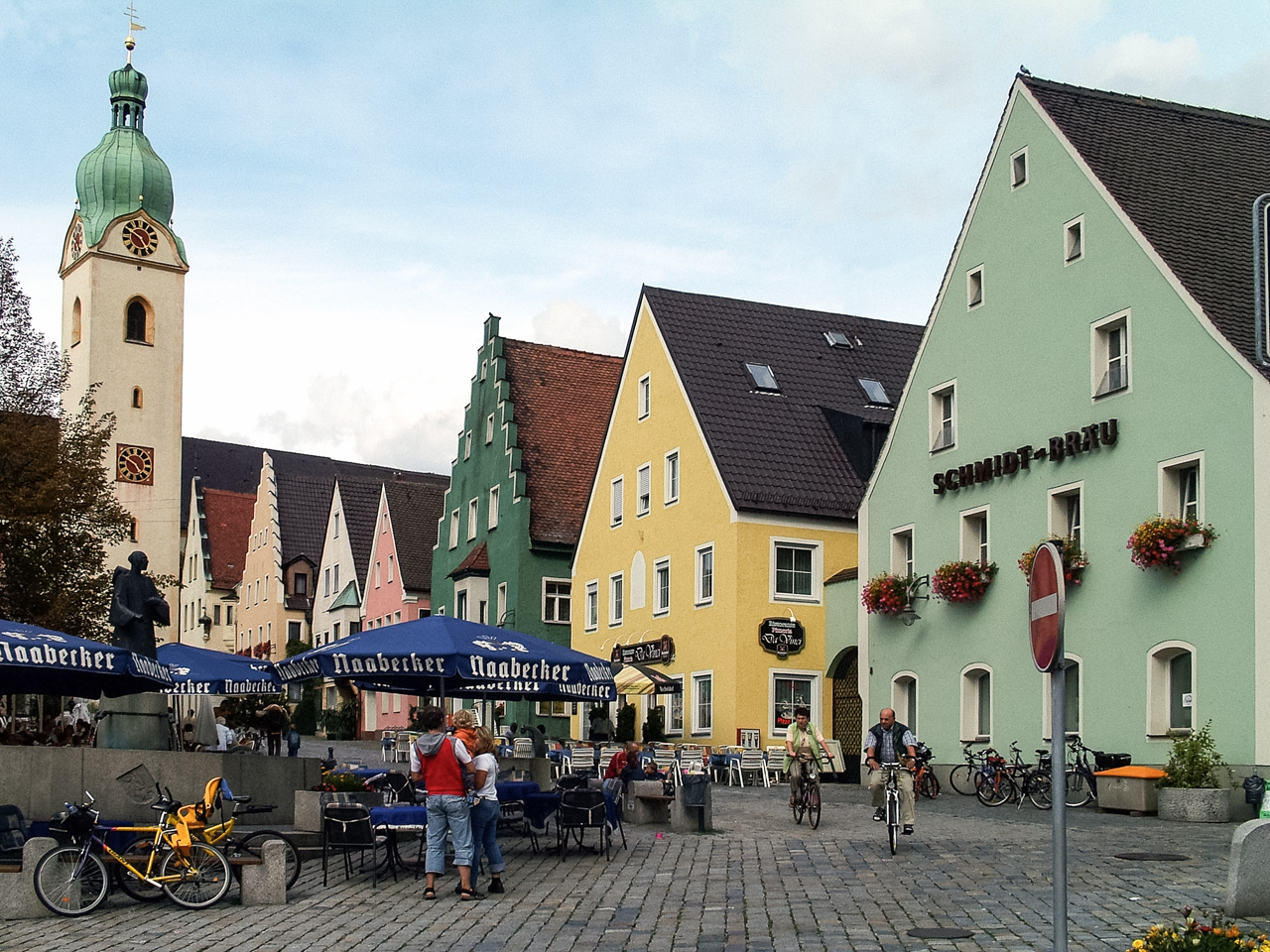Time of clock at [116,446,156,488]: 4:49
